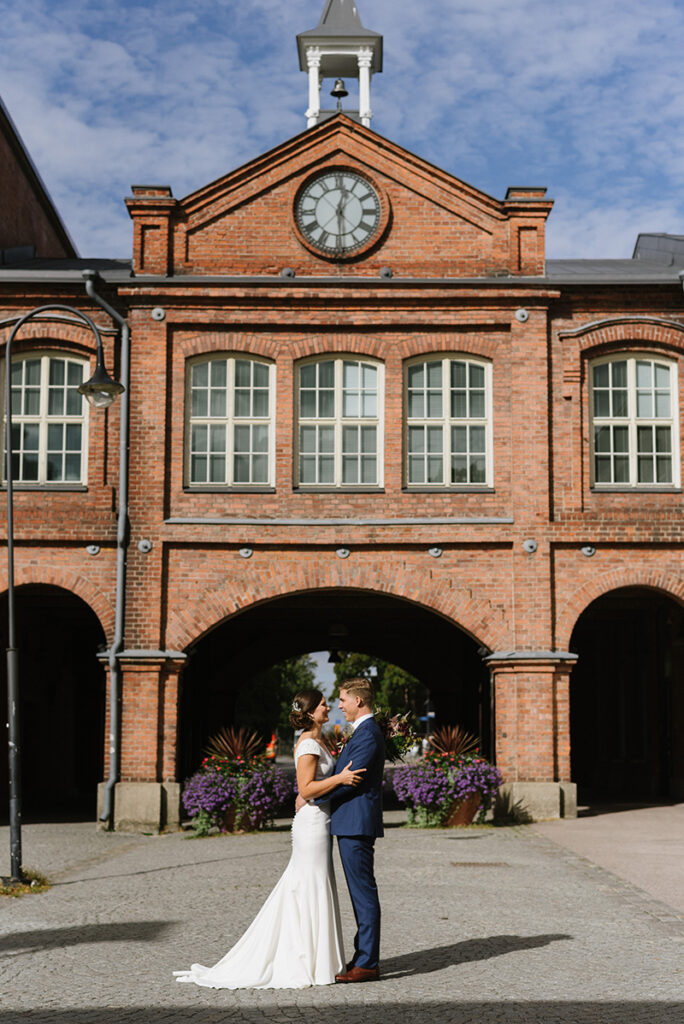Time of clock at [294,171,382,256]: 12:29
